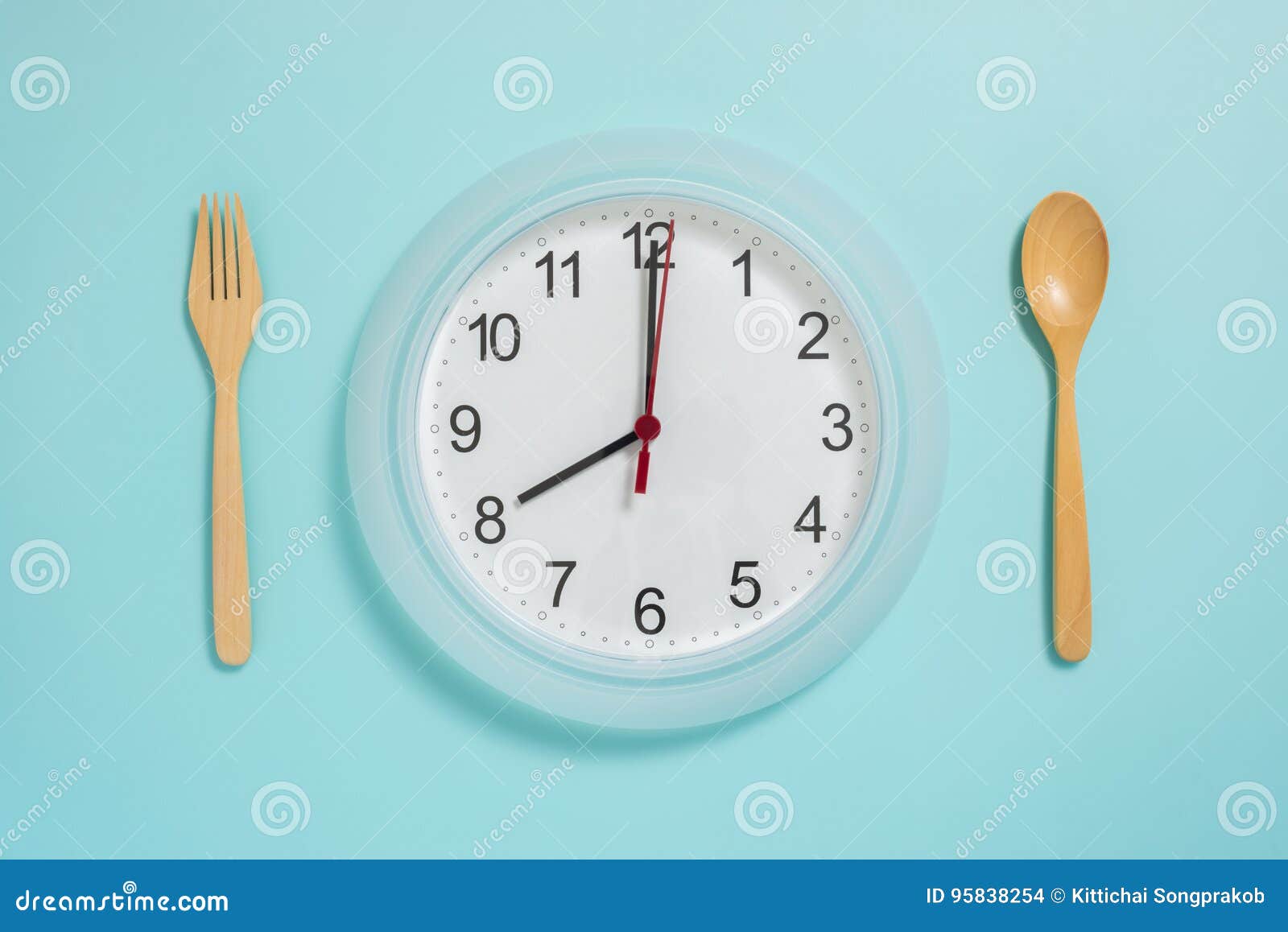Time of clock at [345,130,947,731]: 8:00
